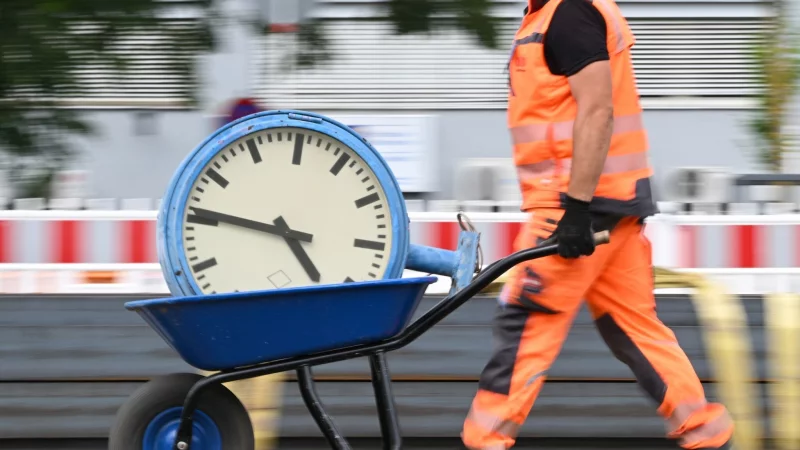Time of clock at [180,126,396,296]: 4:46
